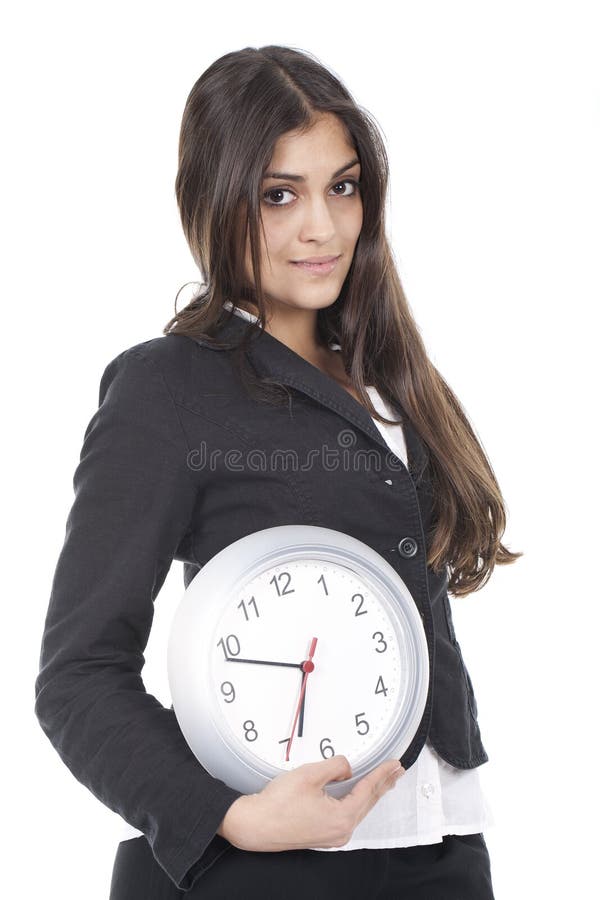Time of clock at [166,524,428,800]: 6:48
